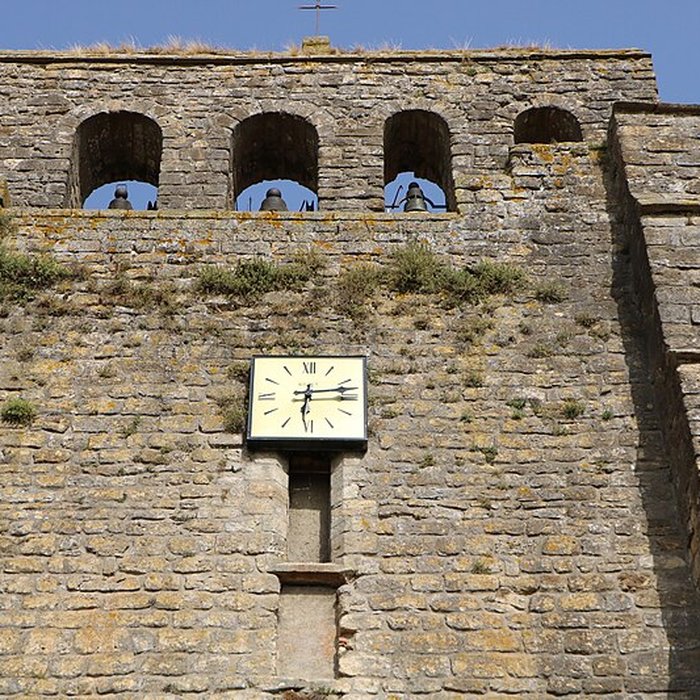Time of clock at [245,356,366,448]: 6:14
